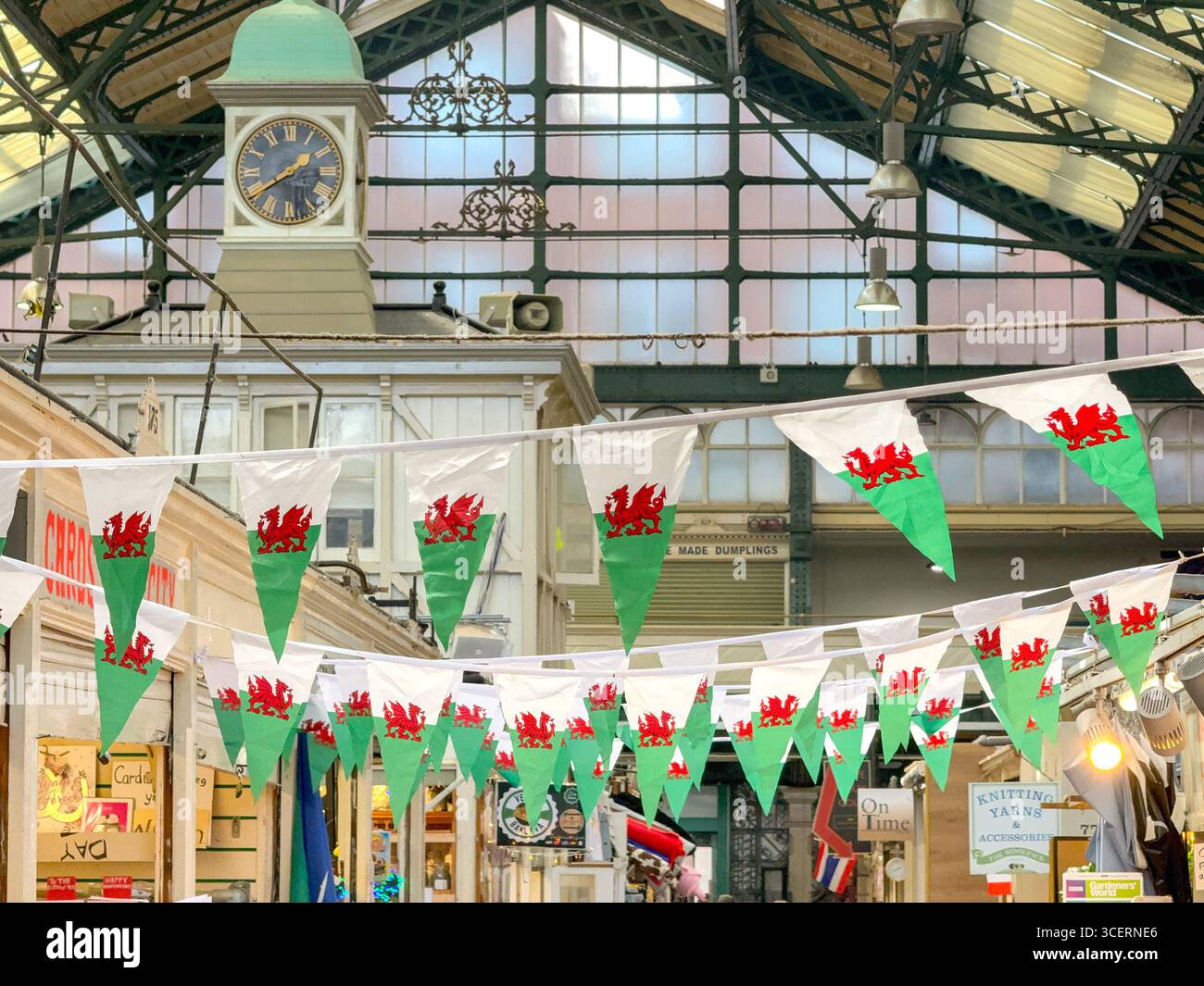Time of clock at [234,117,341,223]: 1:39
